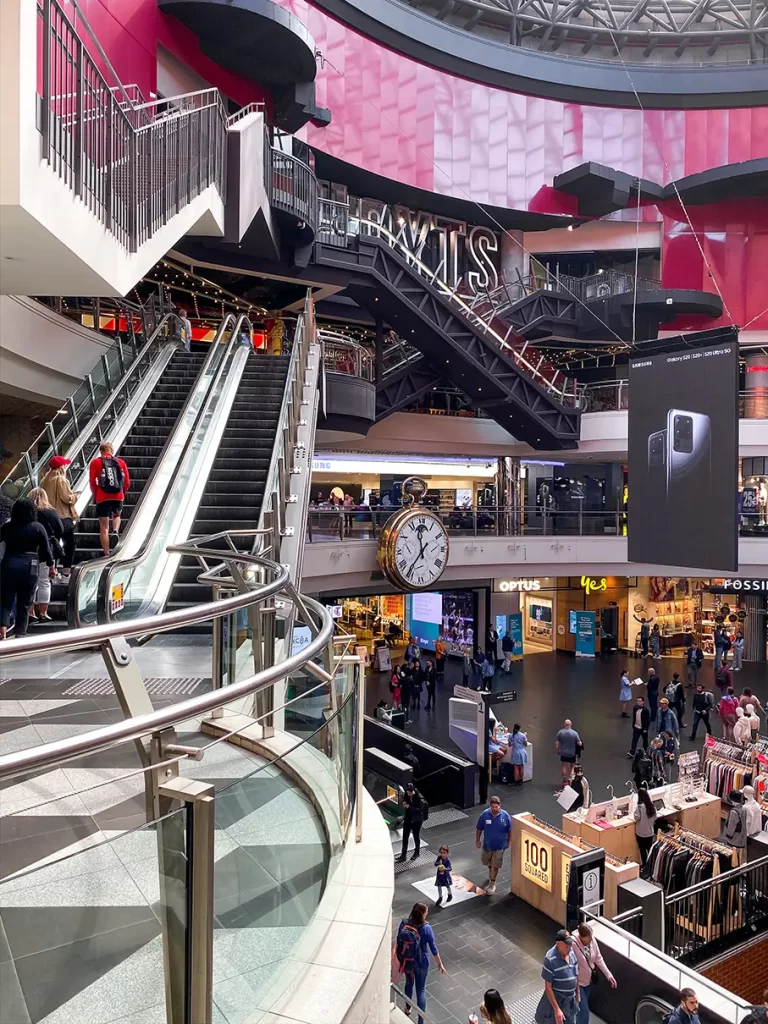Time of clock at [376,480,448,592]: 11:36
